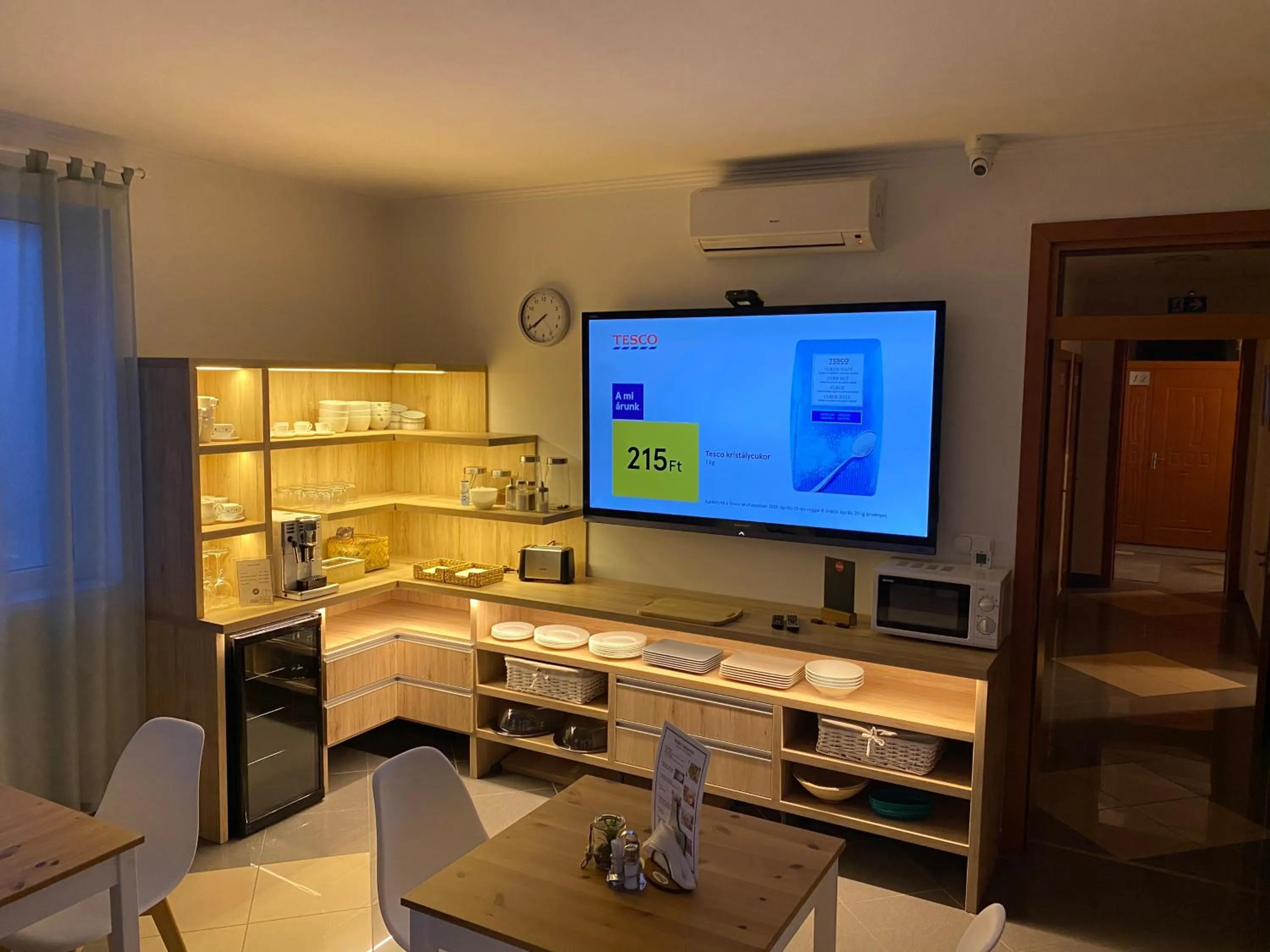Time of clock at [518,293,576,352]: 7:39
